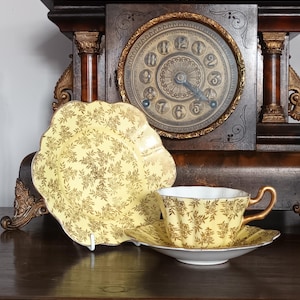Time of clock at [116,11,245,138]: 4:21
